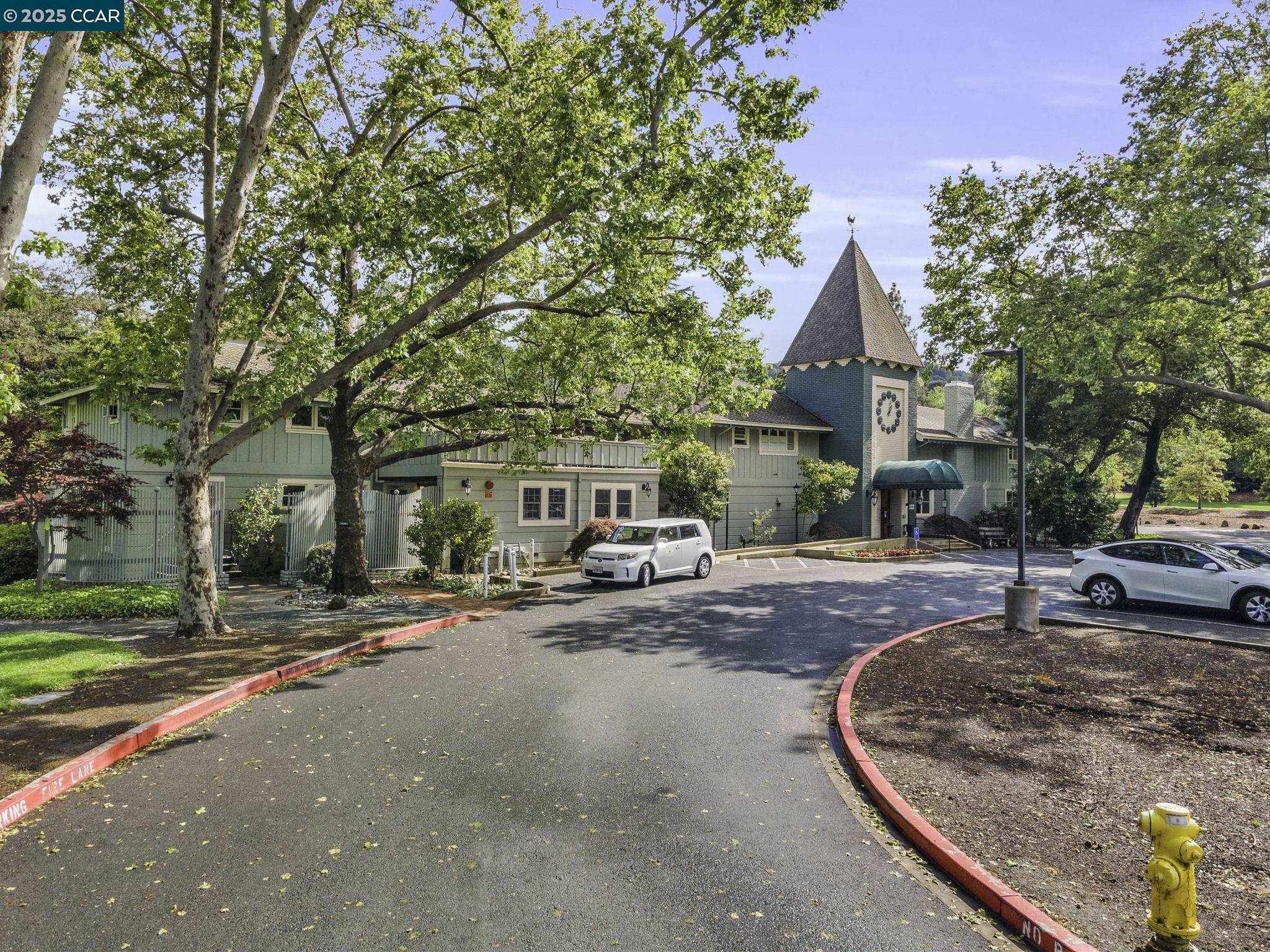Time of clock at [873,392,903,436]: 1:01
